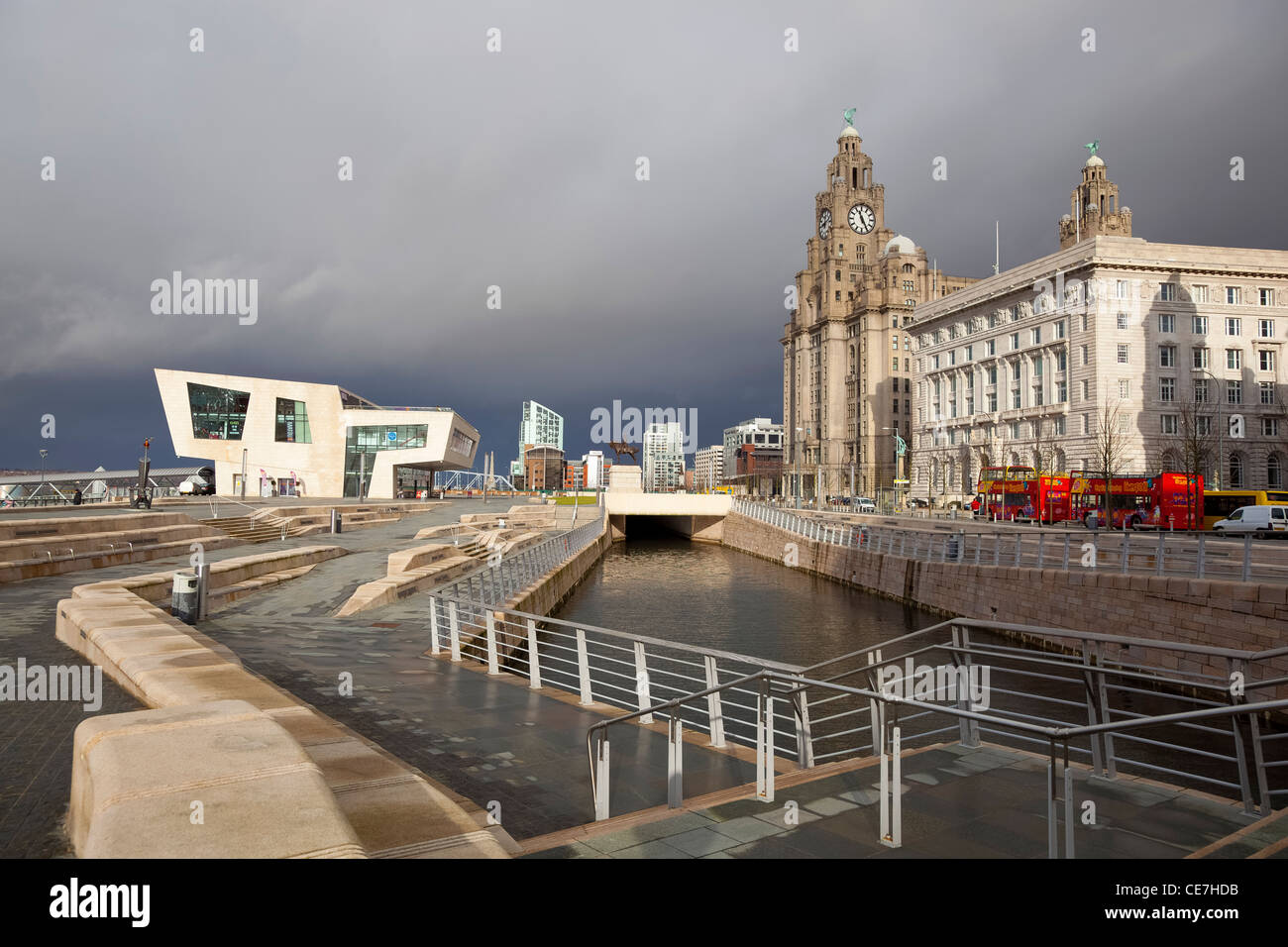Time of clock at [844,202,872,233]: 11:25
